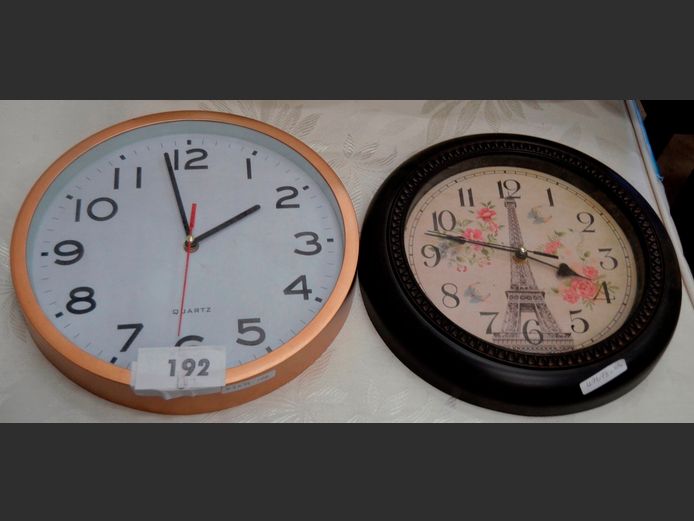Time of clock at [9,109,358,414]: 1:57
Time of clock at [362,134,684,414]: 3:47
